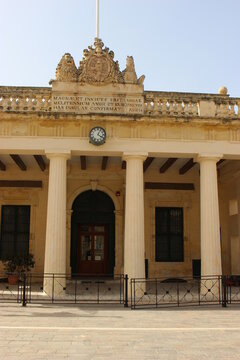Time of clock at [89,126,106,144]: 4:04
